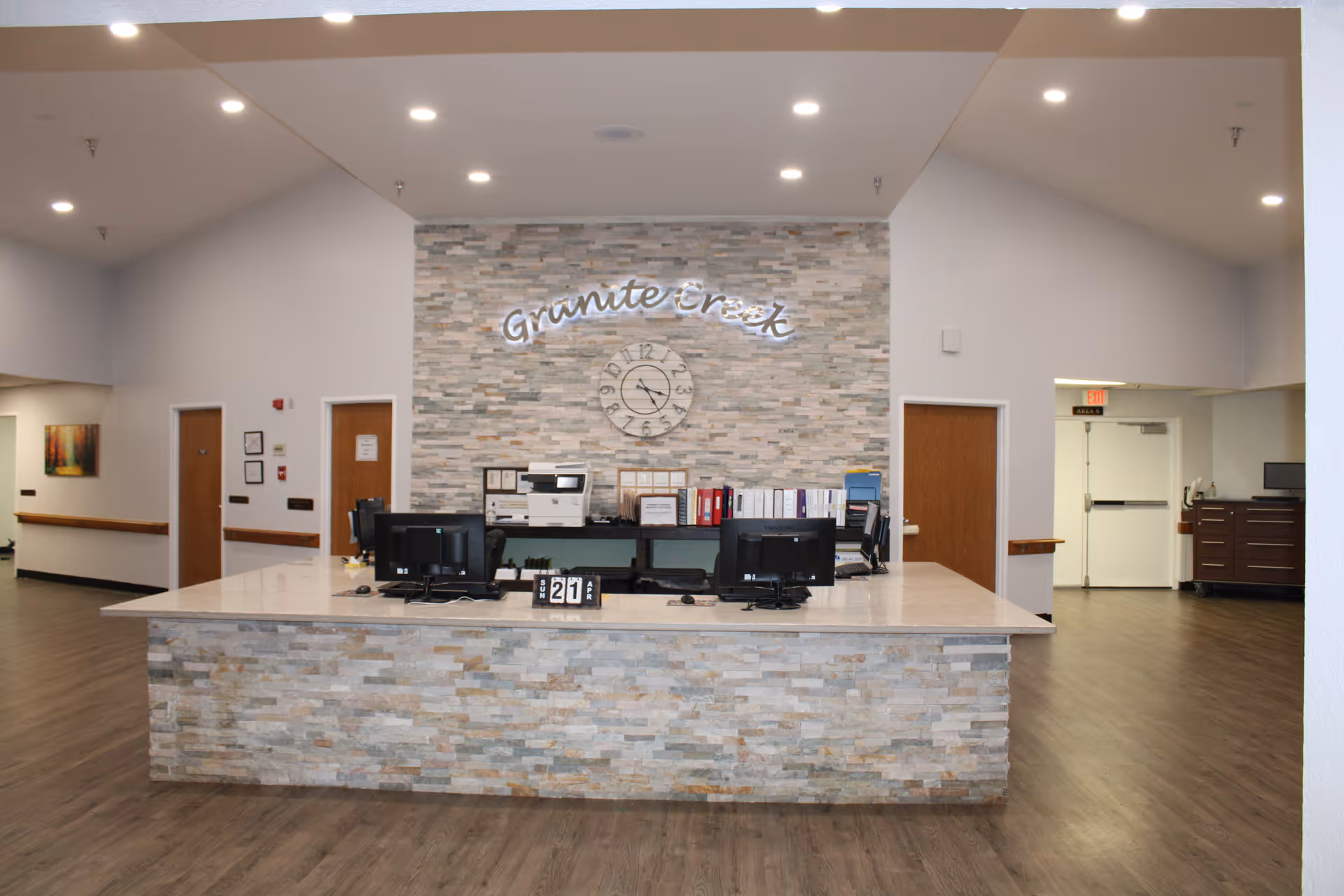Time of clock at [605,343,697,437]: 3:24
